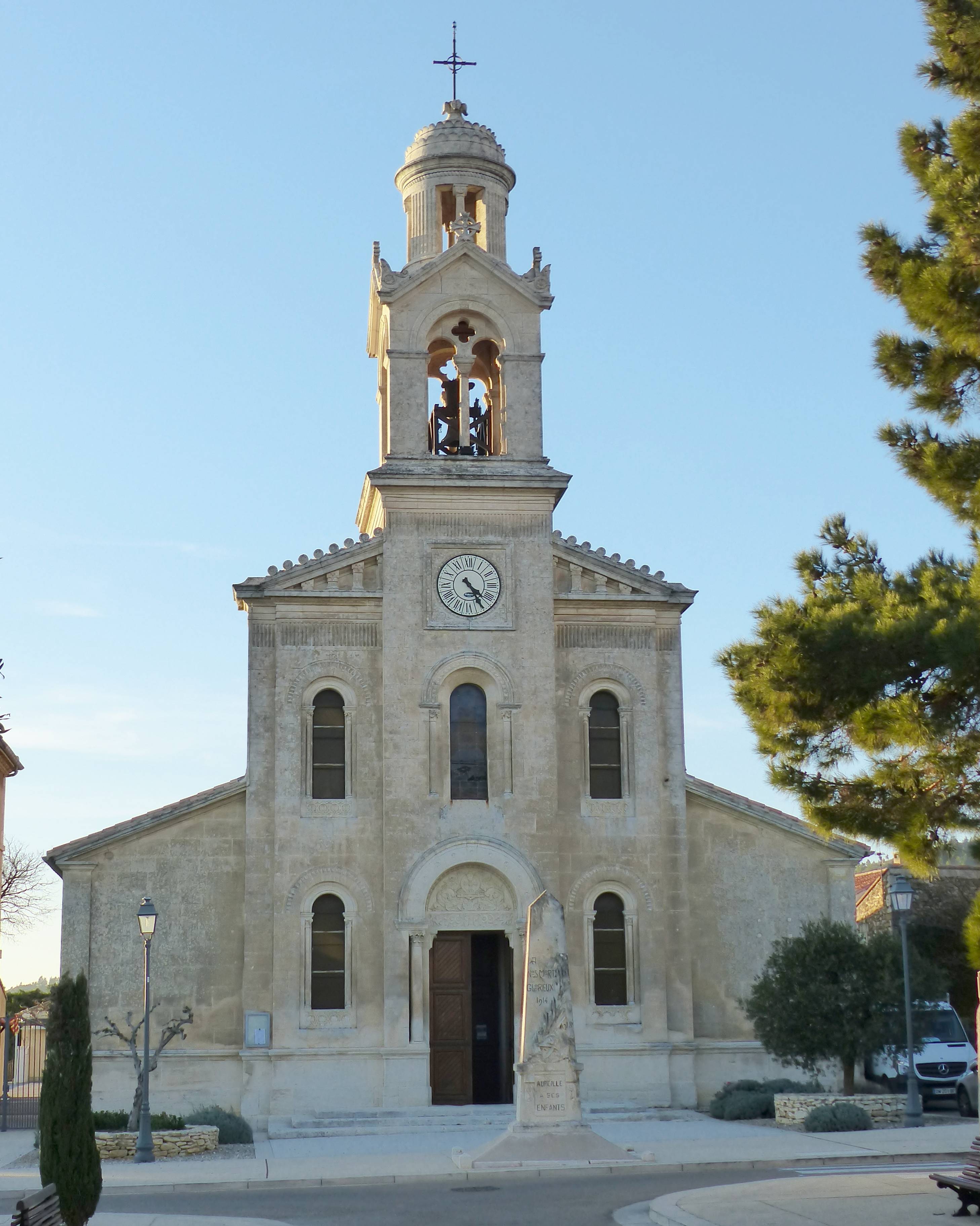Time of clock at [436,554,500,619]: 4:24
